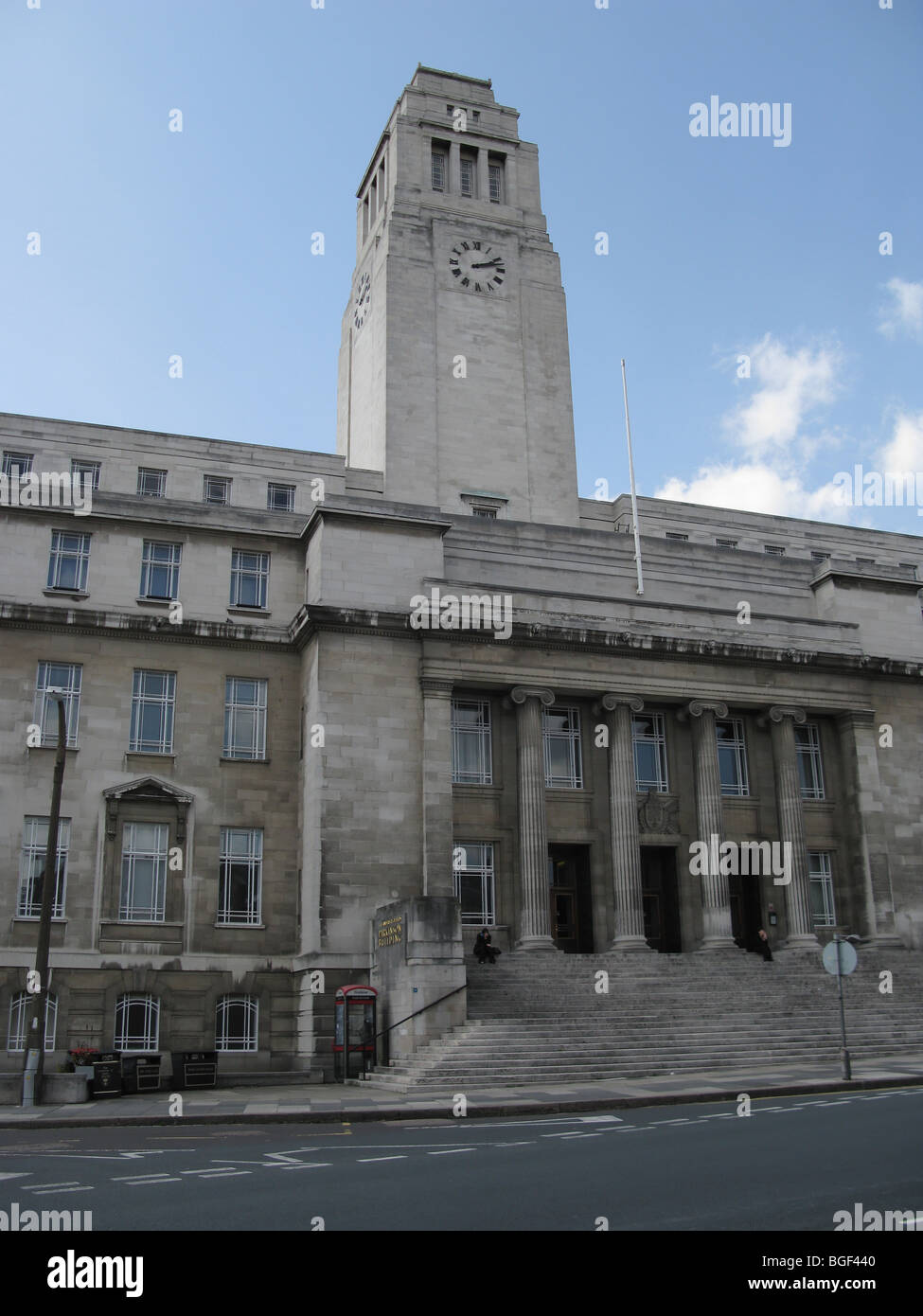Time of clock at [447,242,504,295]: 2:12
